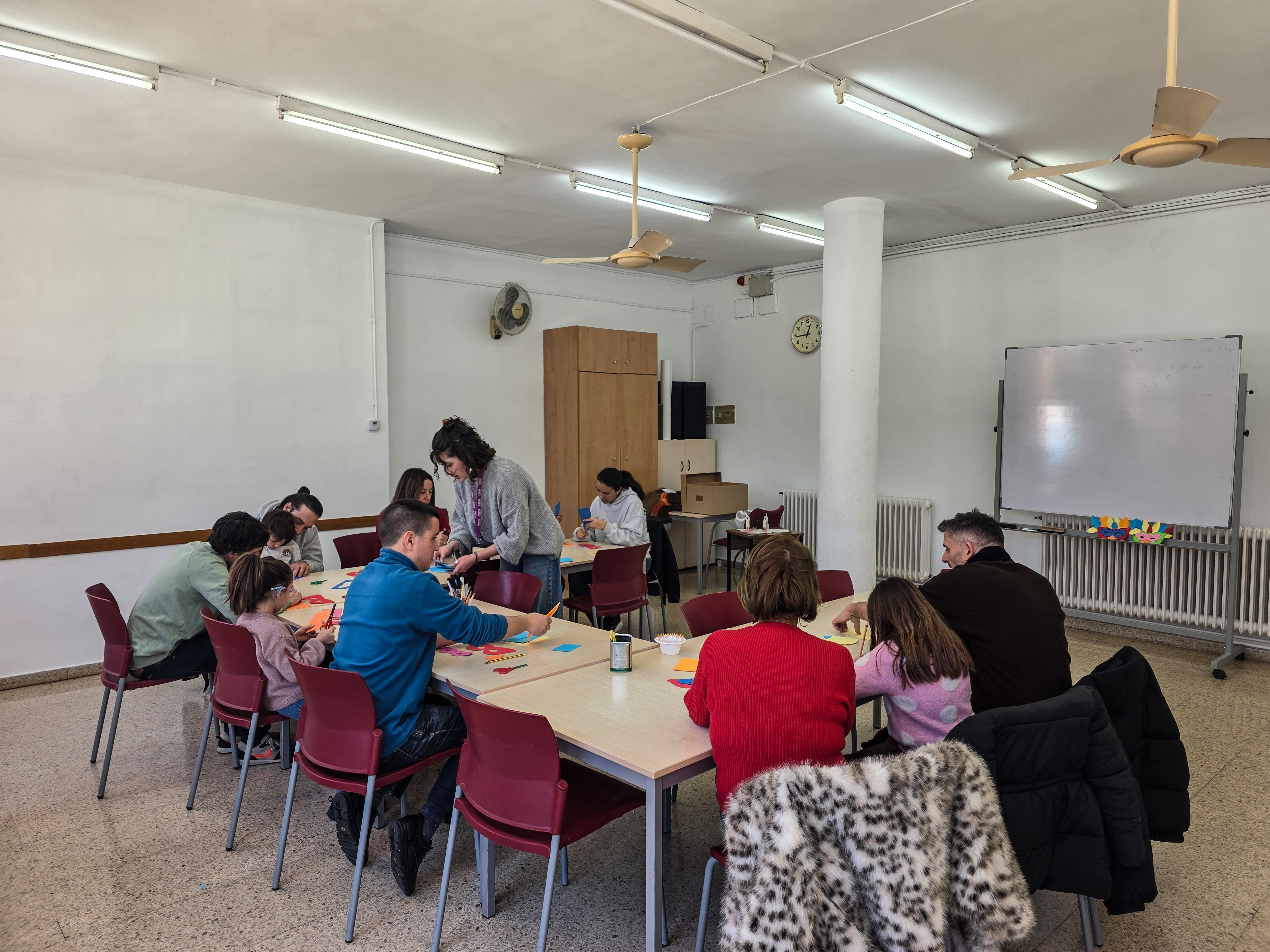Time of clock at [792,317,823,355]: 12:44
